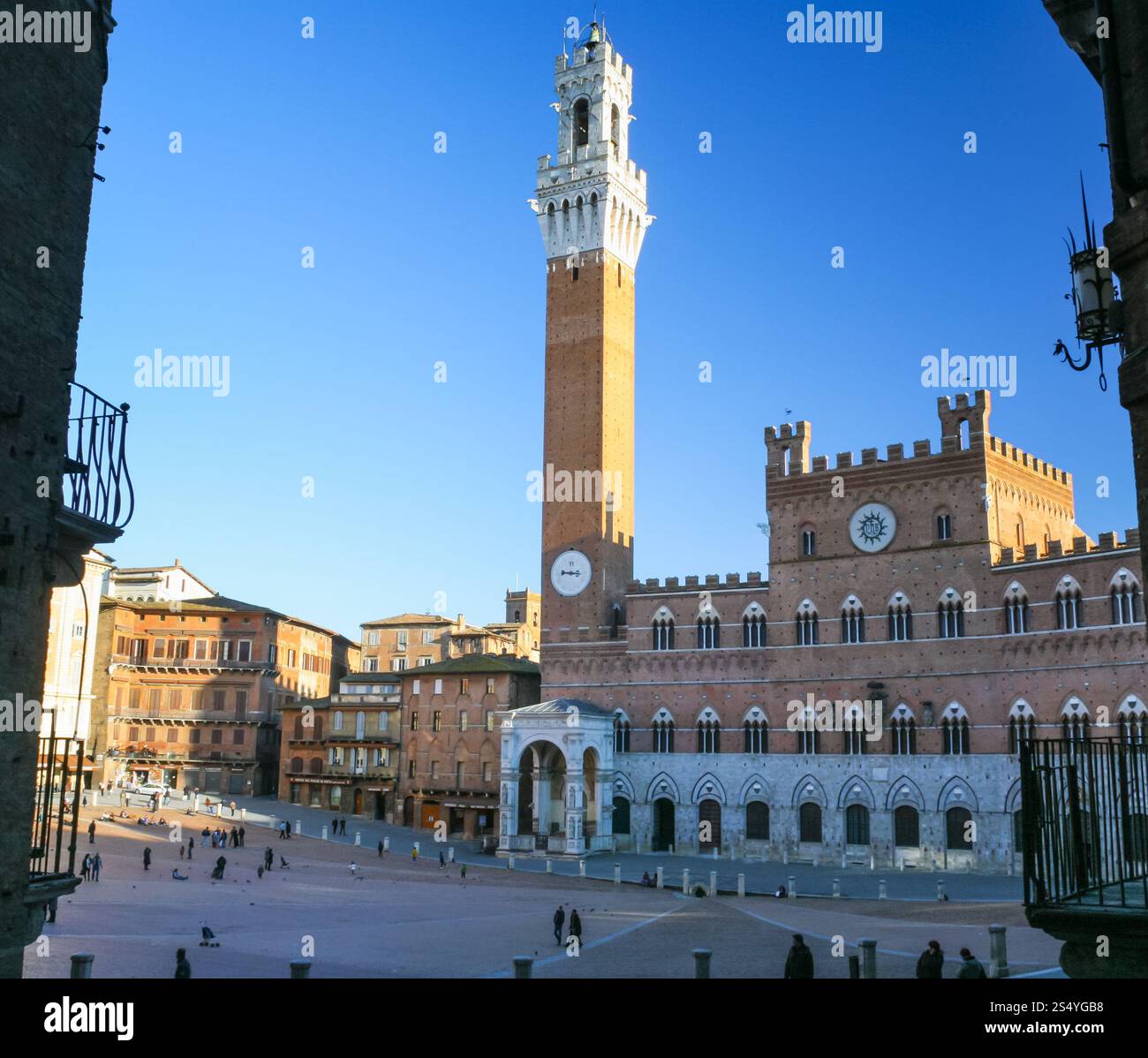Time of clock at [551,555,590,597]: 9:16
